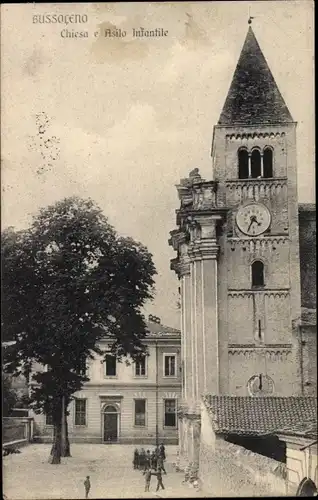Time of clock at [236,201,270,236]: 4:34
